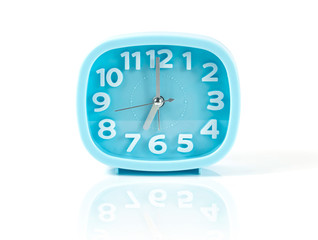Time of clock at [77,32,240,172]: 6:59
